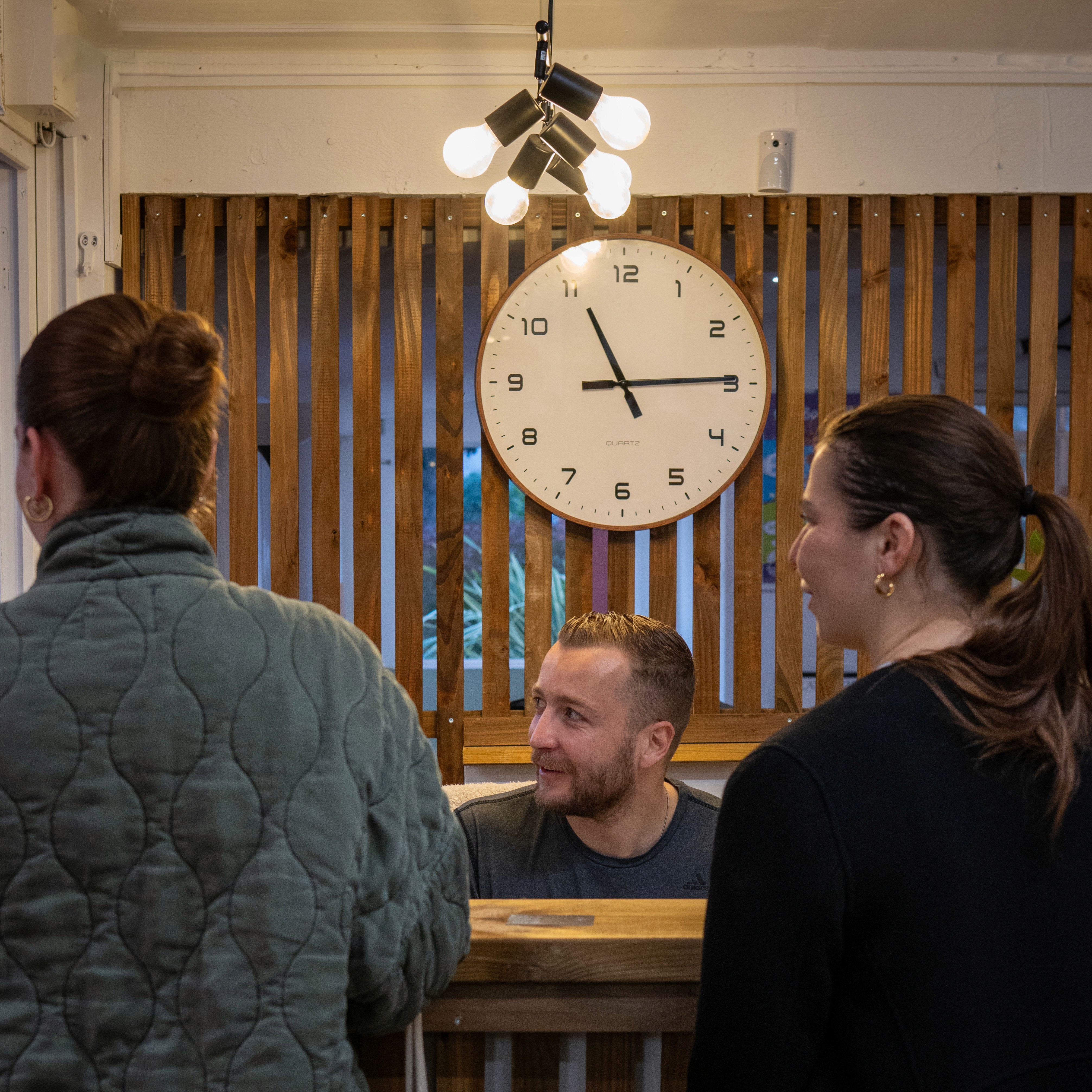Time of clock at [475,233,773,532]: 11:14
